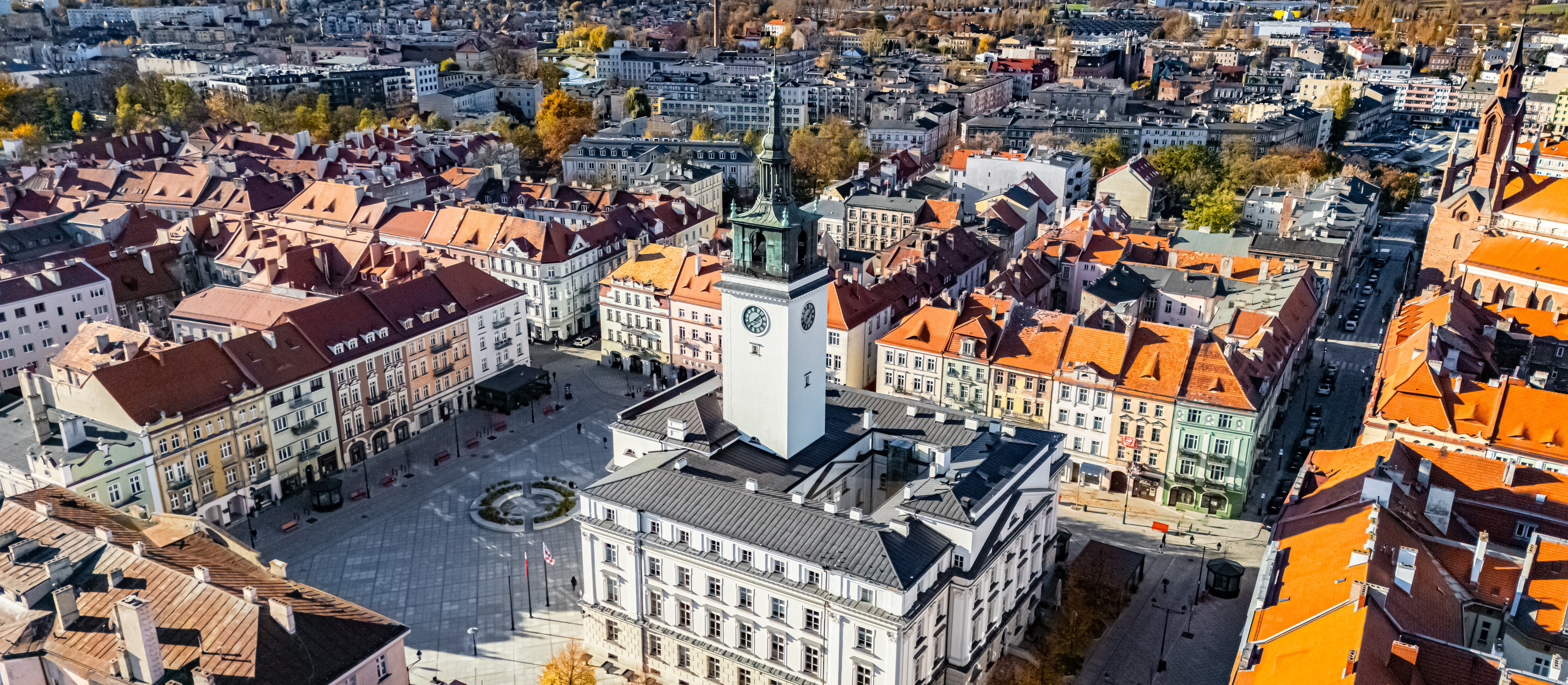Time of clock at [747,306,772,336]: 1:39
